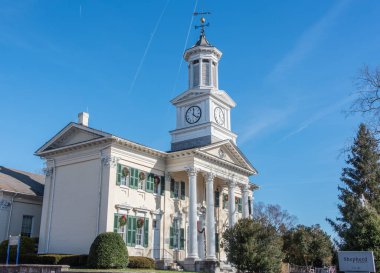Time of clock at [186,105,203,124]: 12:21
